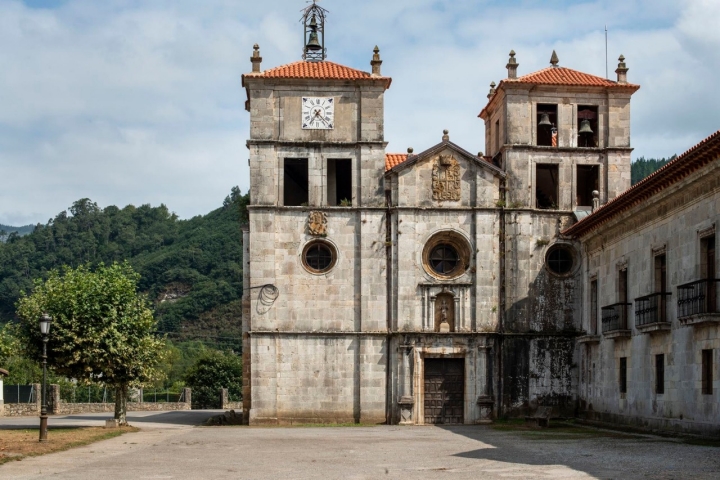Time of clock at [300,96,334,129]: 7:22
